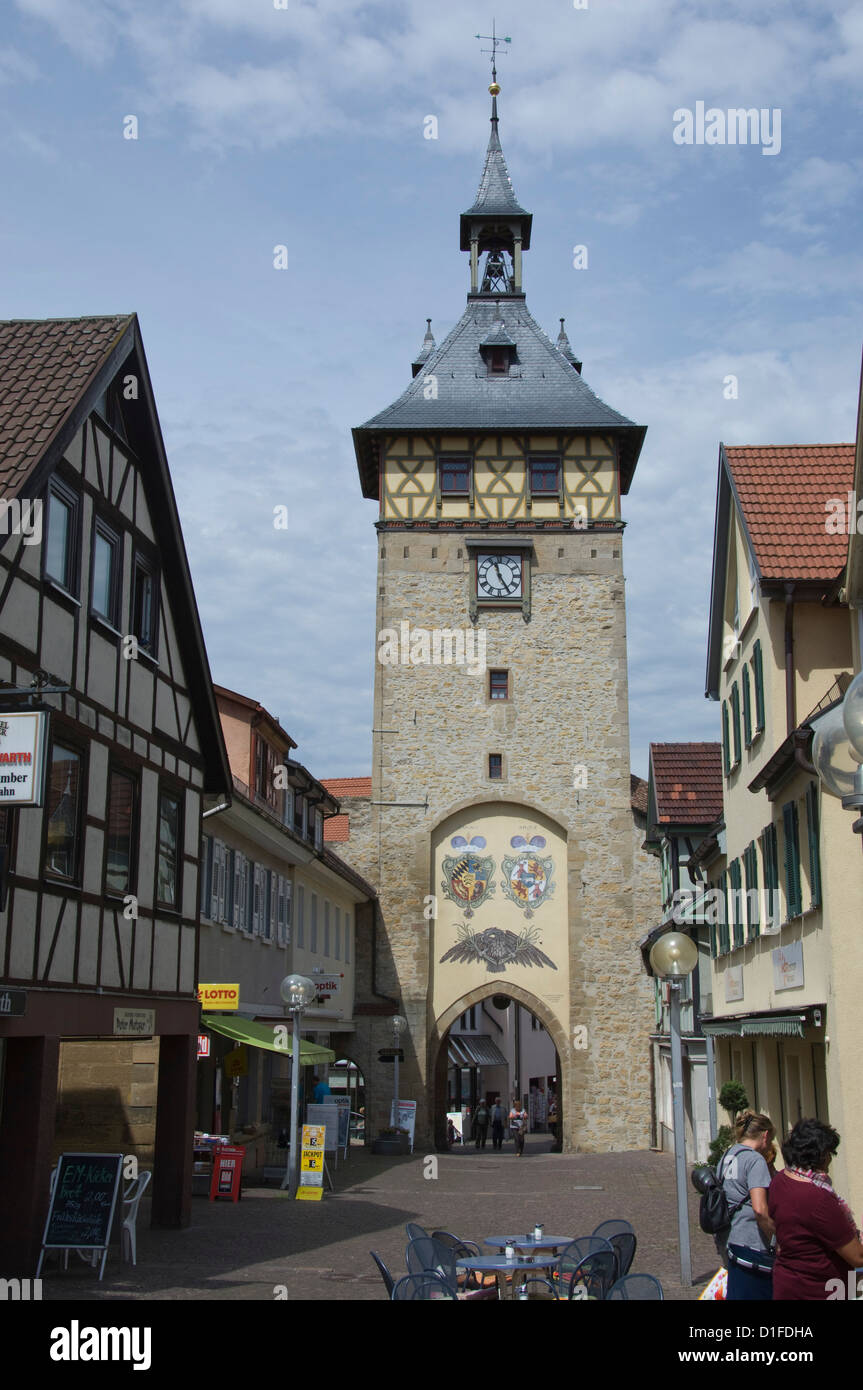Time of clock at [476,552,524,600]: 11:24
